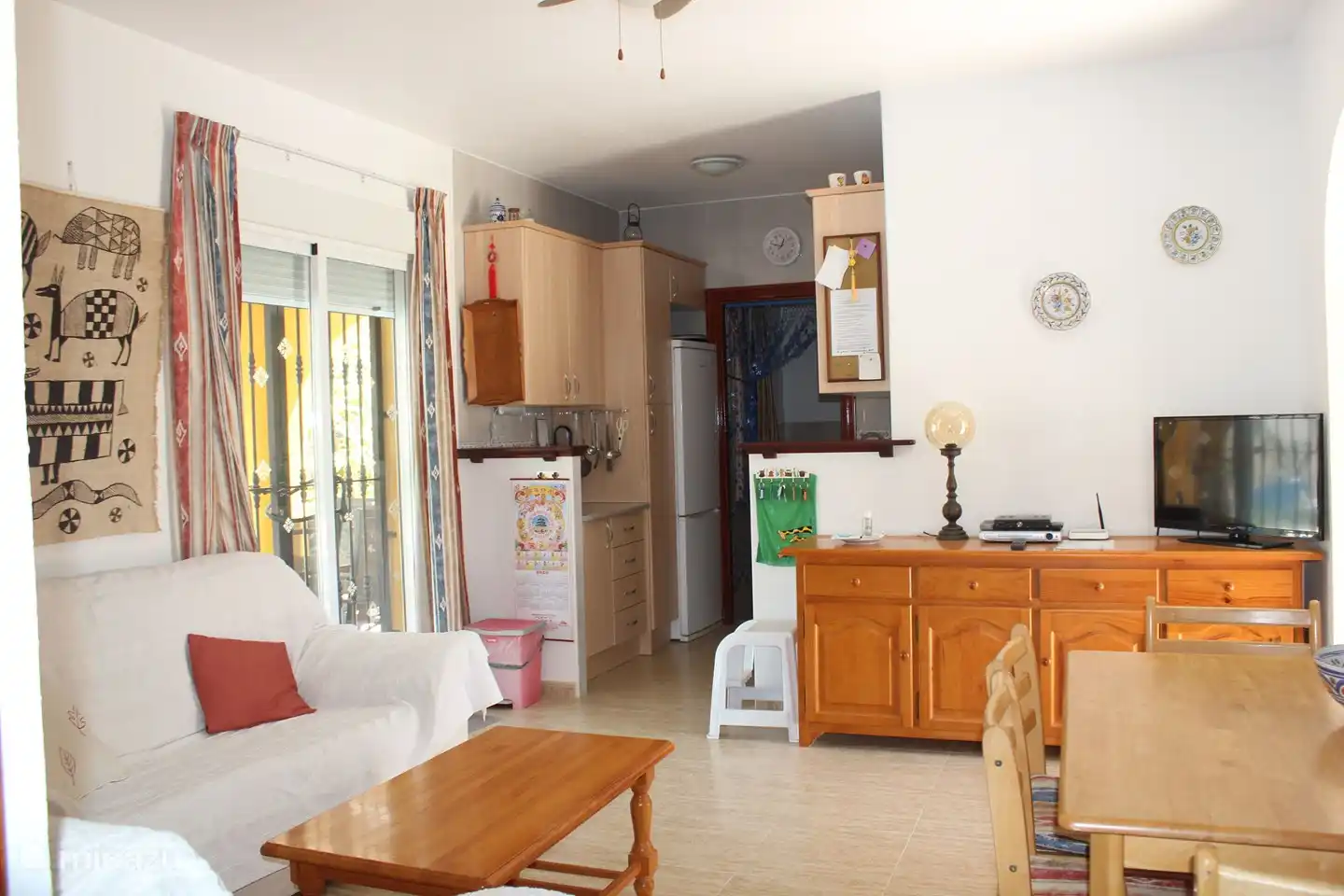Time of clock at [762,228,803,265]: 12:47
